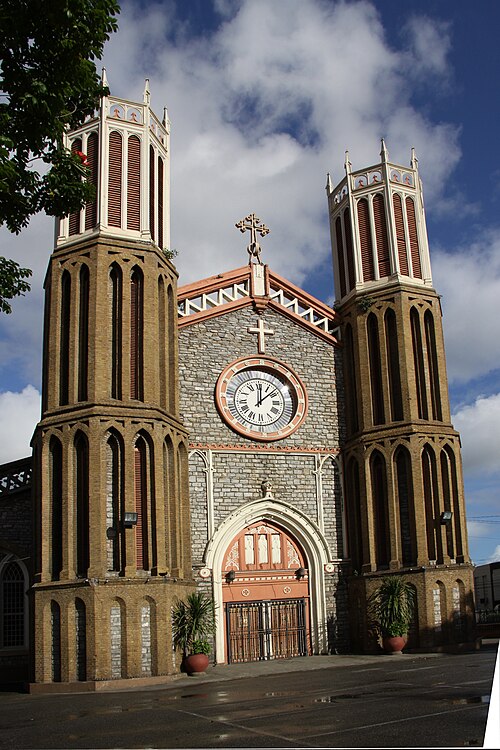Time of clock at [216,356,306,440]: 12:07
